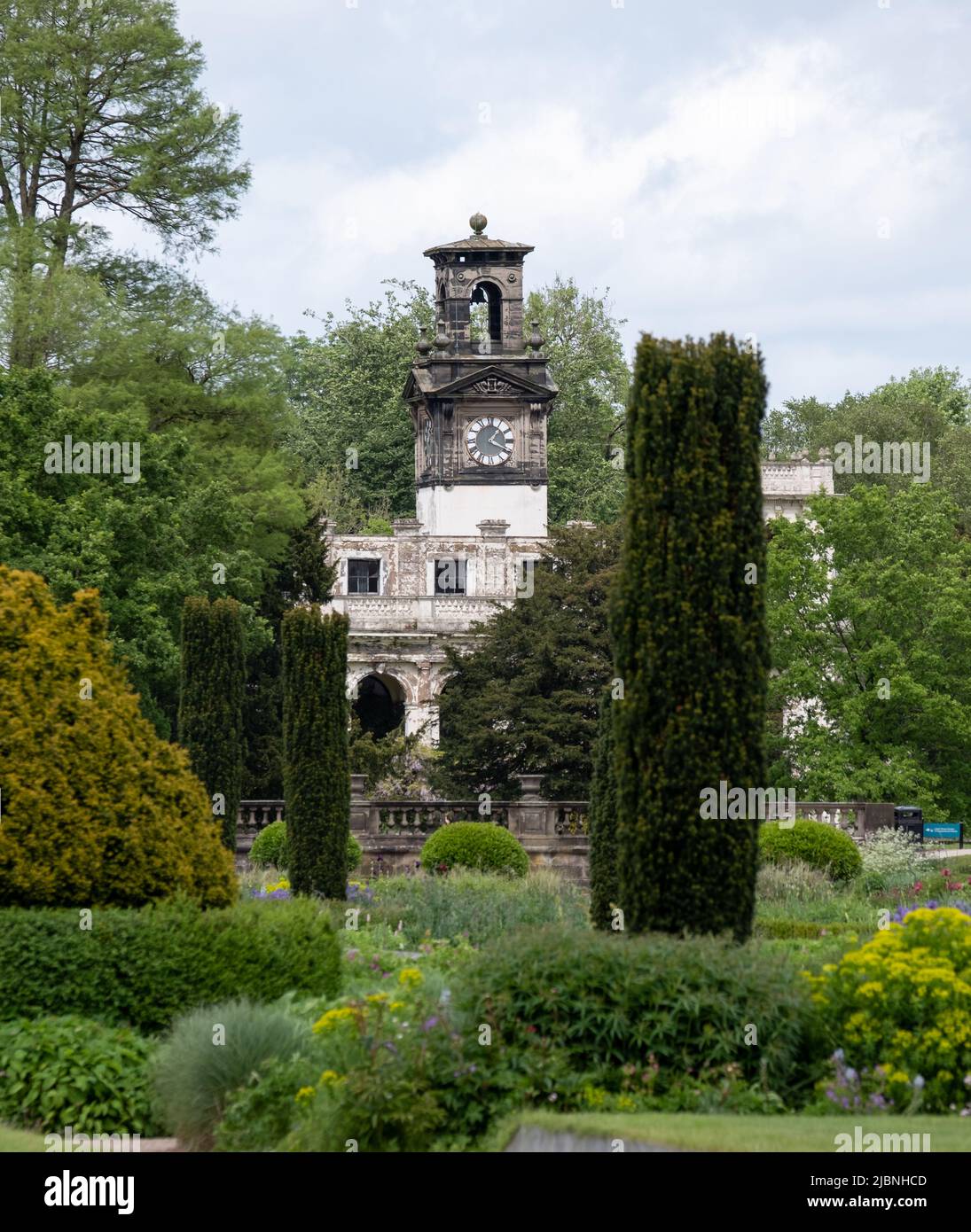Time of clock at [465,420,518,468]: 1:19
